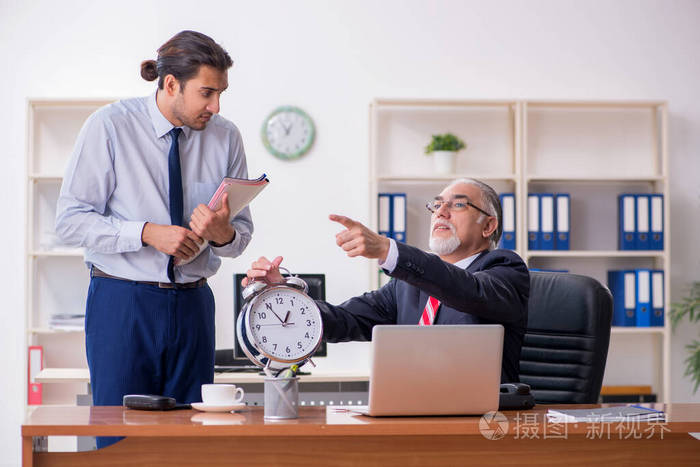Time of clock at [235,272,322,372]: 12:54
